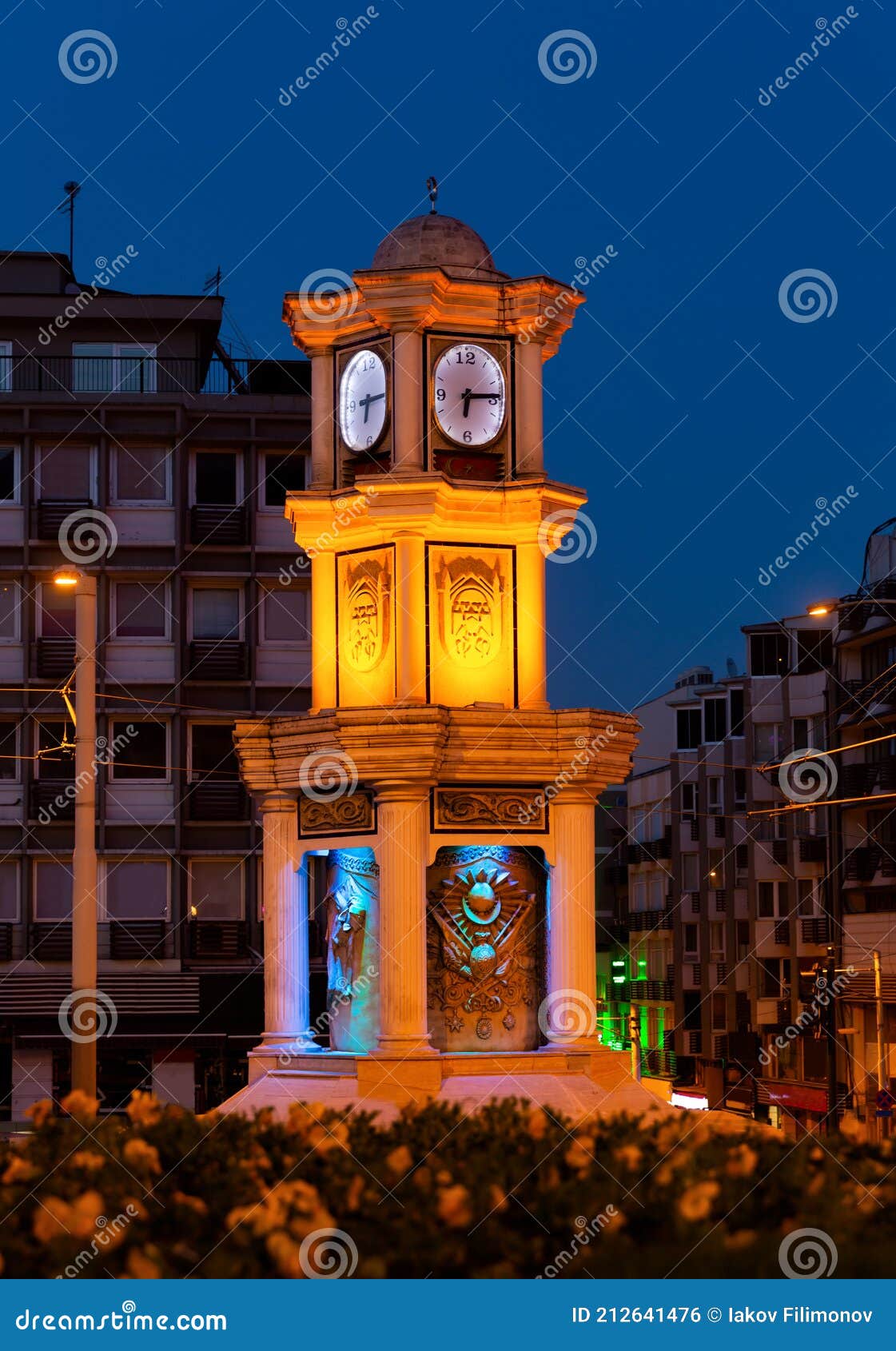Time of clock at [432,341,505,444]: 6:14
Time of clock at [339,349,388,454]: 6:15
